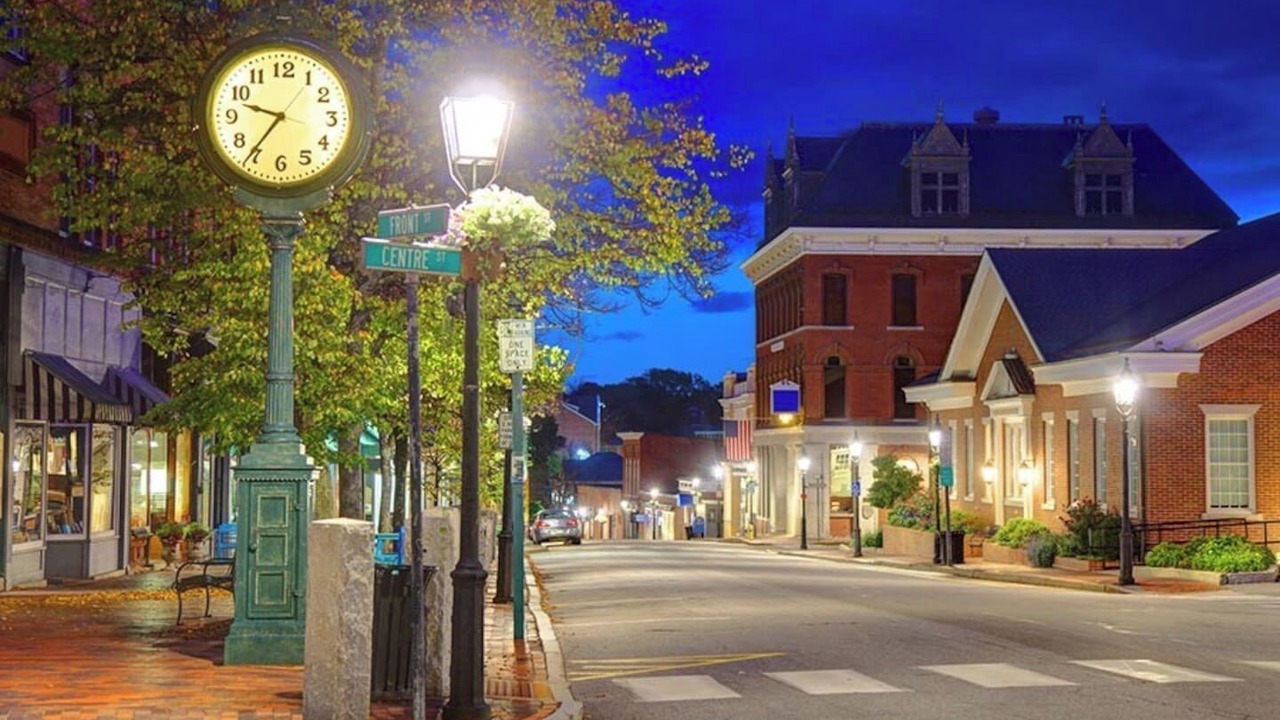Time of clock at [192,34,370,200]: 9:36
